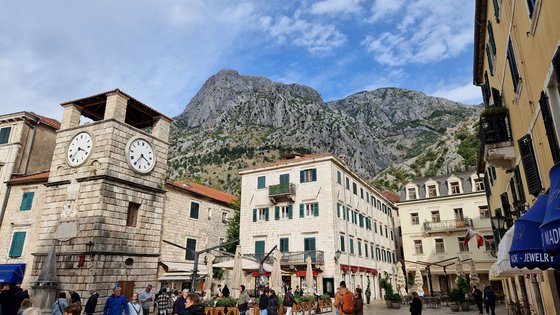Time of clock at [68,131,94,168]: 3:36
